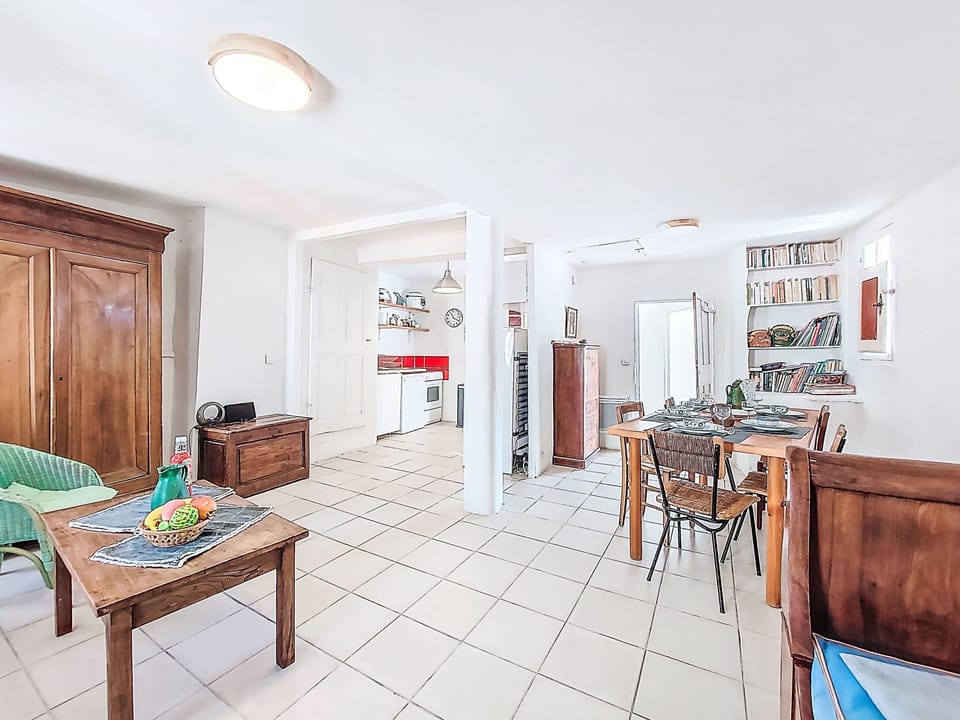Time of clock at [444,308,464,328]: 11:19
